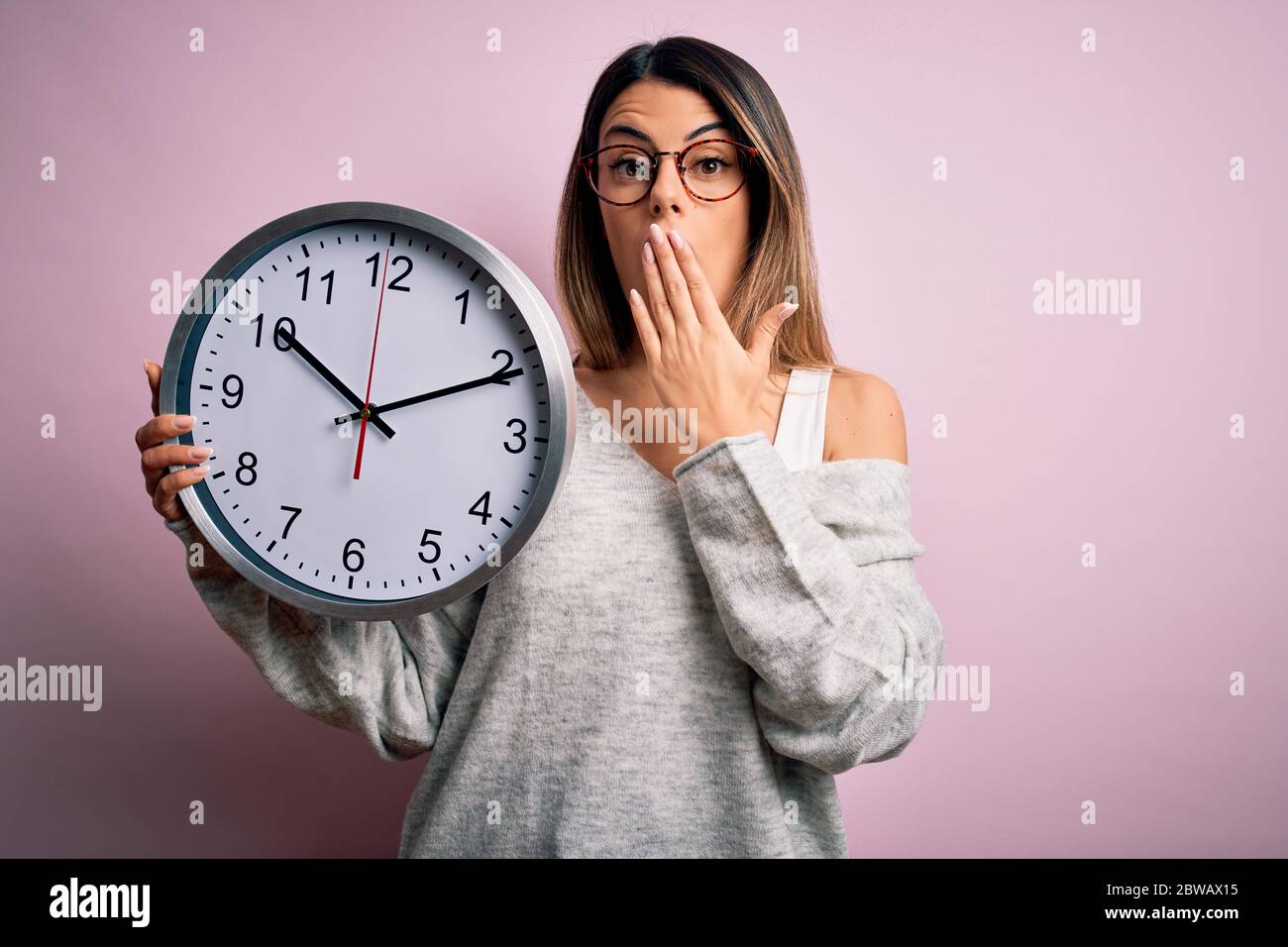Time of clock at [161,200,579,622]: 10:10
